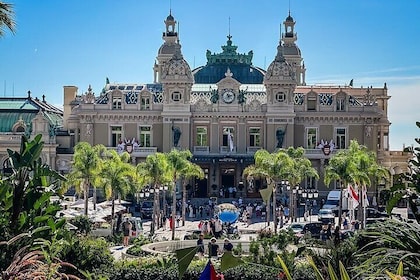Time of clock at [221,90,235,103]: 11:12
